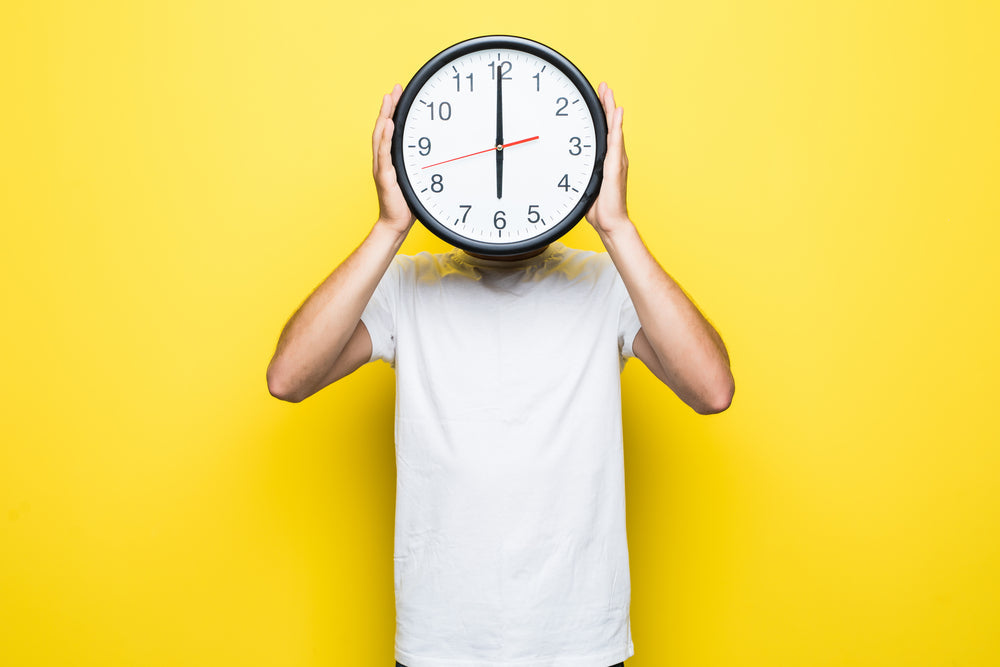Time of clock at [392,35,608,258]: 5:59
